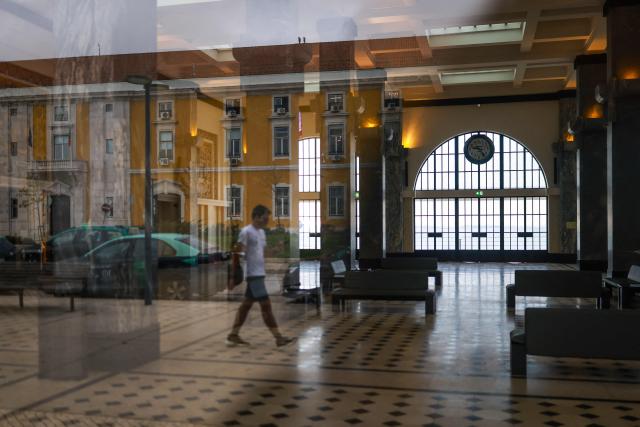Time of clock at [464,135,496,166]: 9:23
